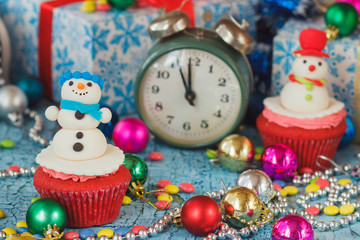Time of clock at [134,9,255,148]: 10:59
